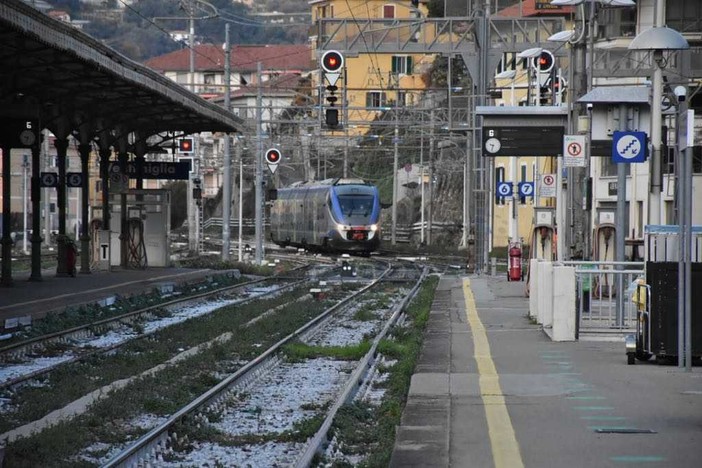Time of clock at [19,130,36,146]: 9:33
